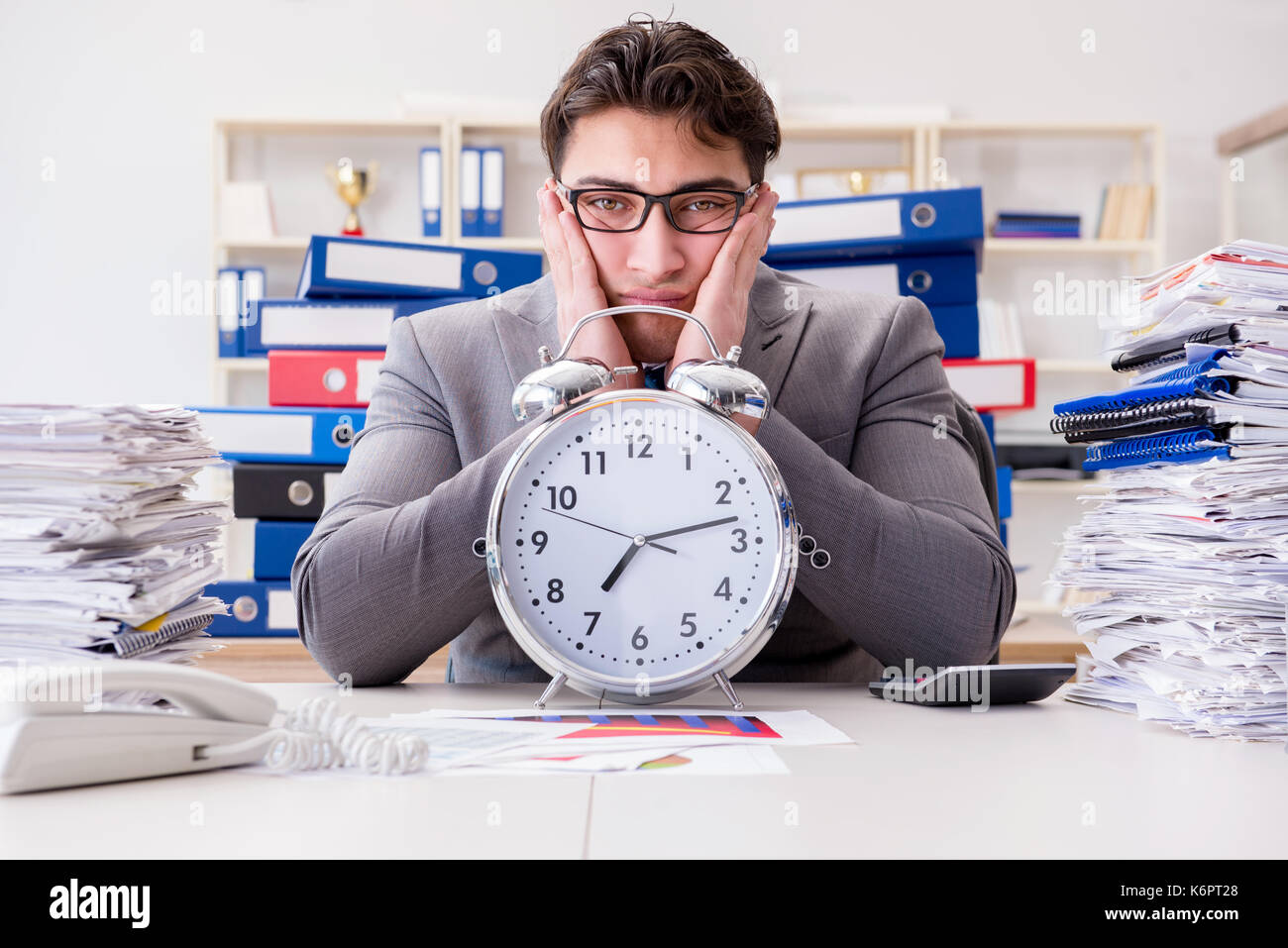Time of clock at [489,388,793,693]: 7:12
